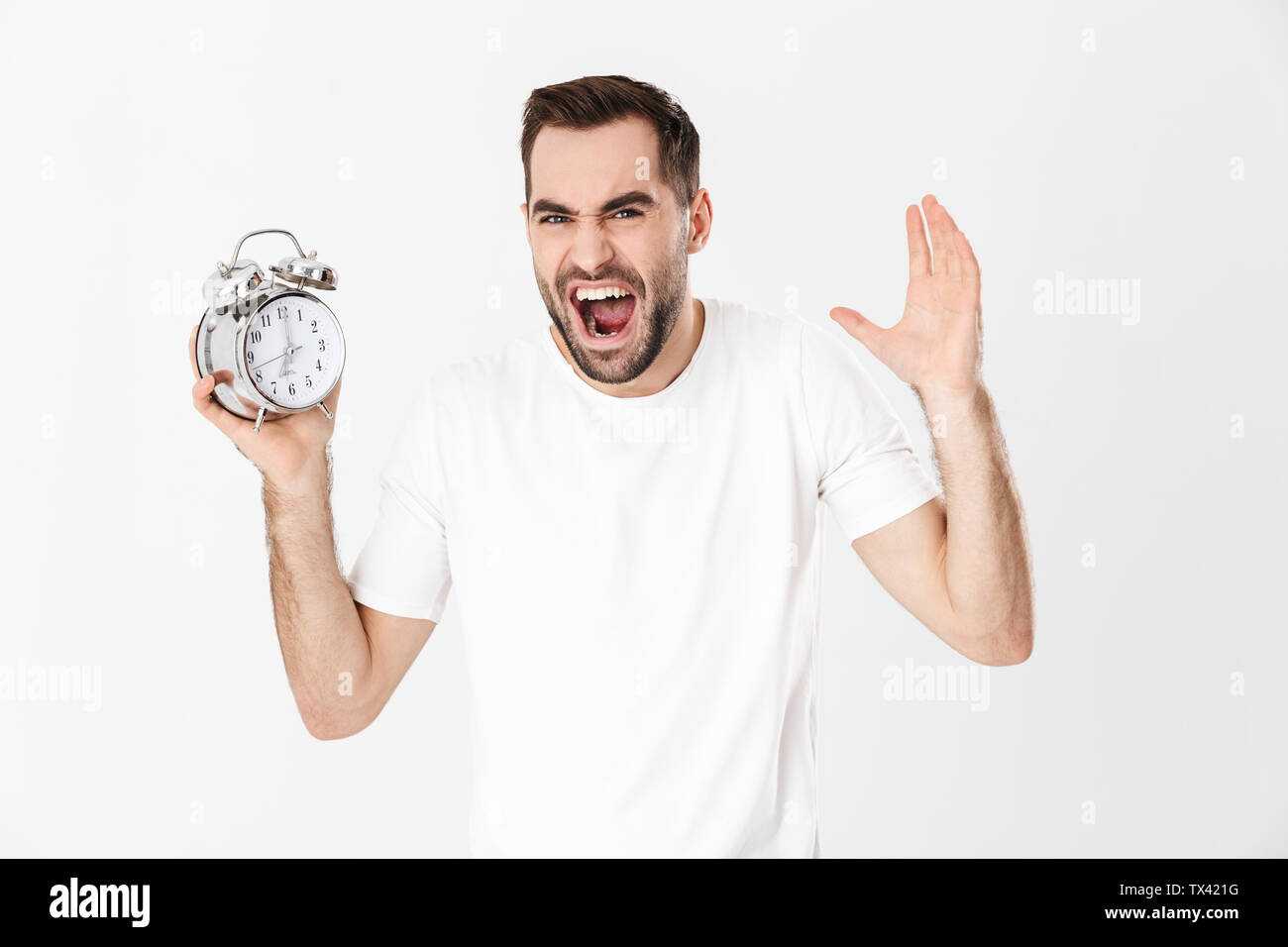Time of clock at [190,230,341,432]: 7:00
